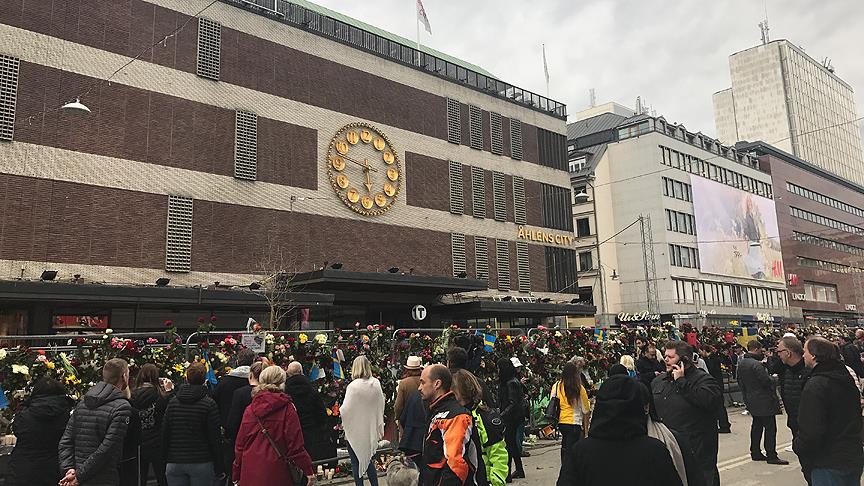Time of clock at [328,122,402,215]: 5:47
